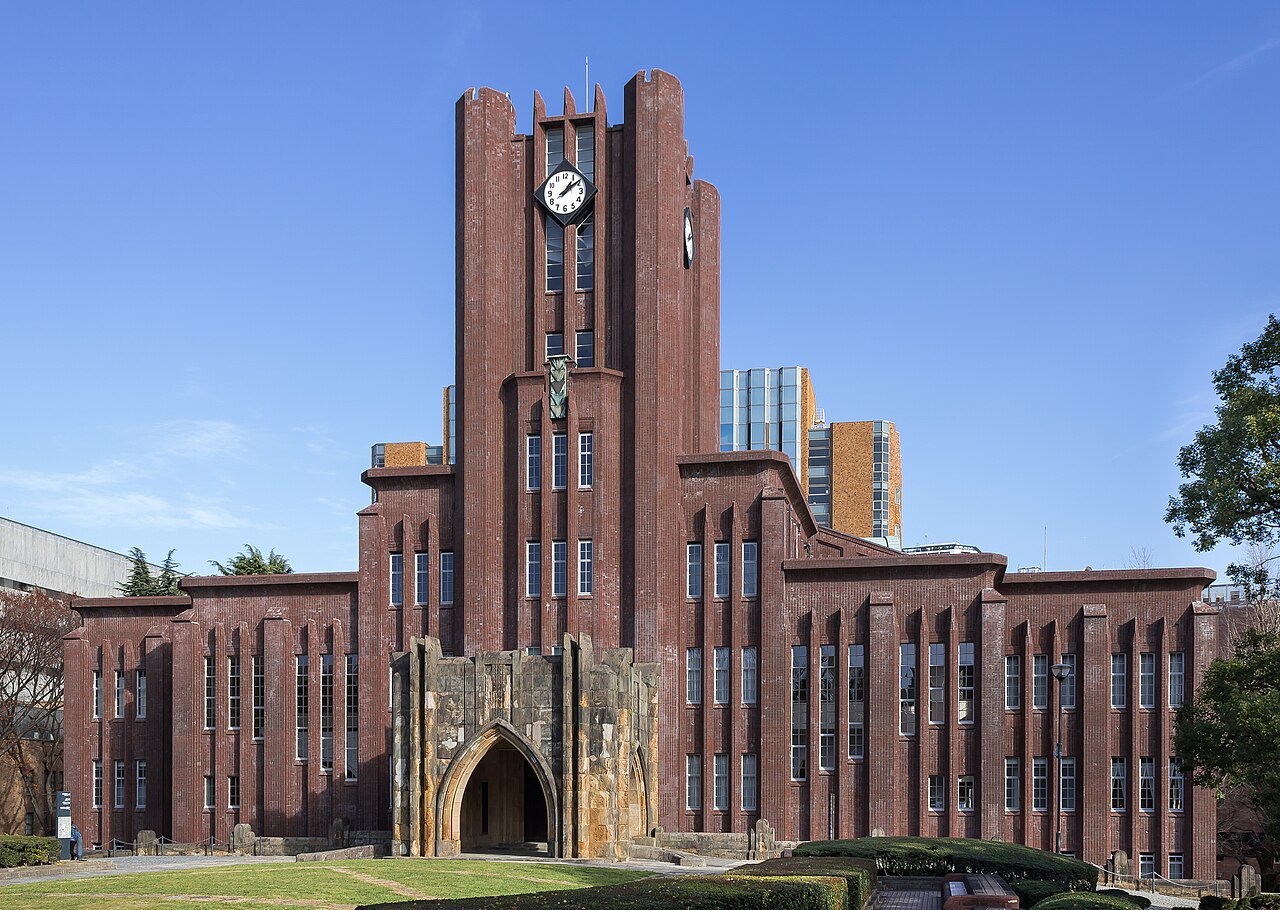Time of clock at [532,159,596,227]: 1:09
